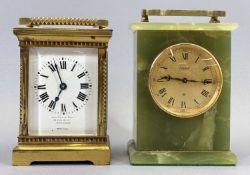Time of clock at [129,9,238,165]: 9:15
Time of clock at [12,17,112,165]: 6:56
